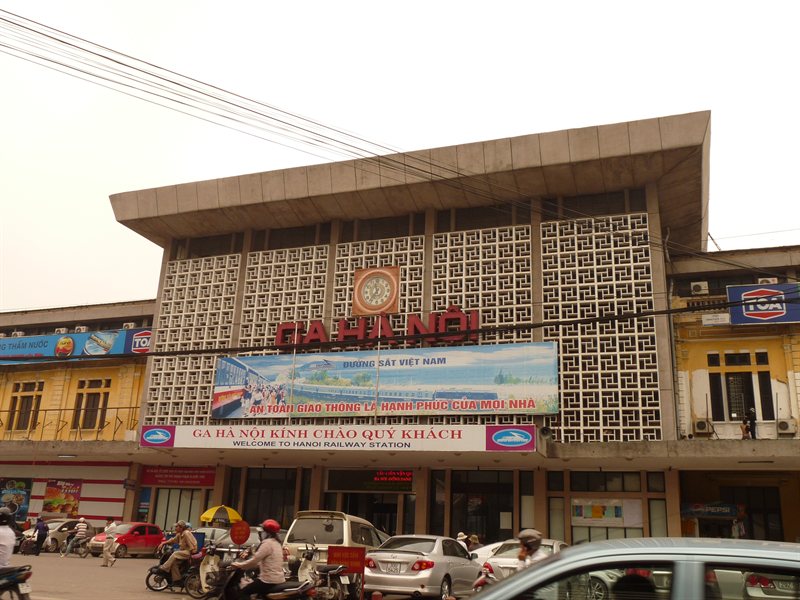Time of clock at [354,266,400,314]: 11:36
